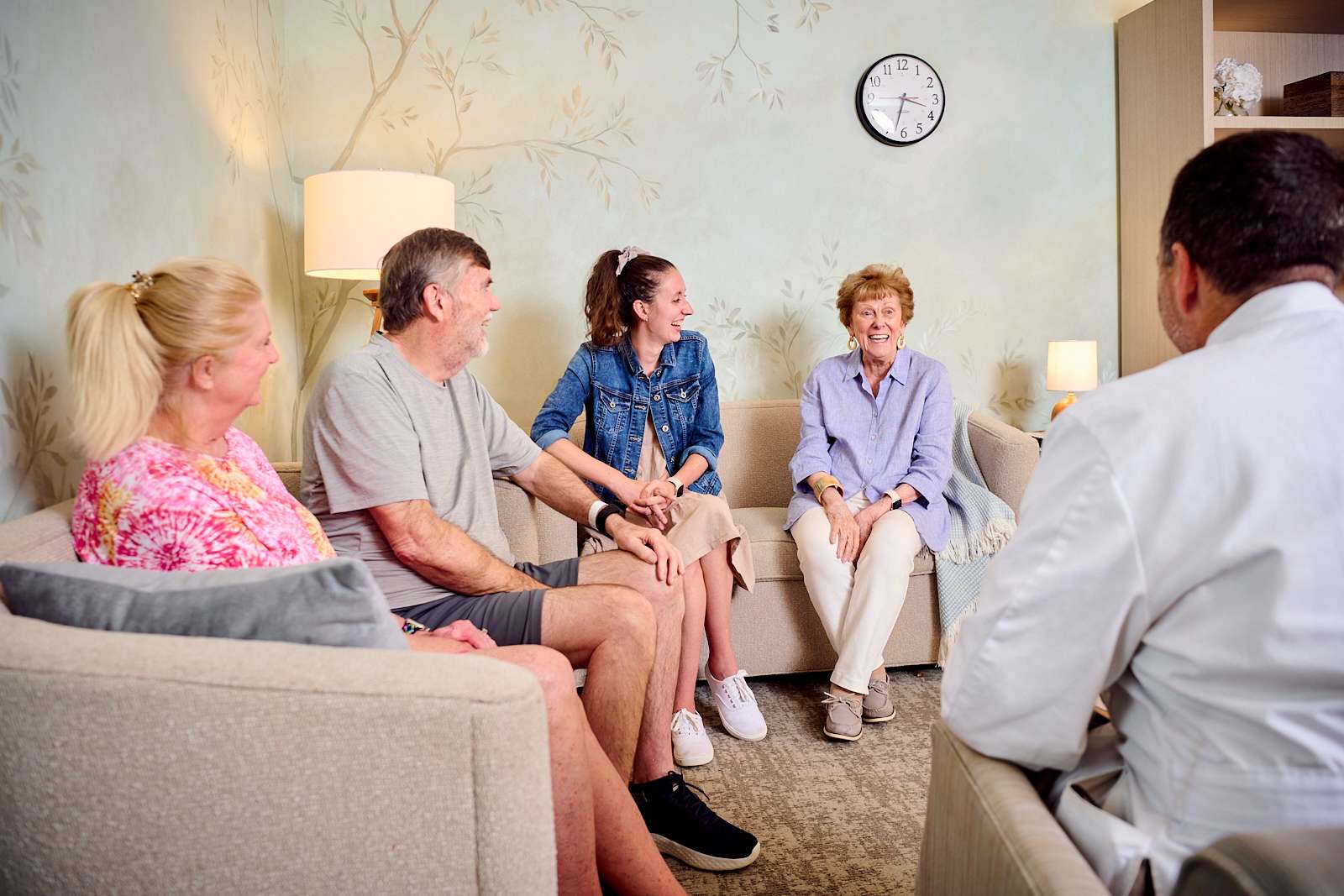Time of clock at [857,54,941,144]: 3:32
